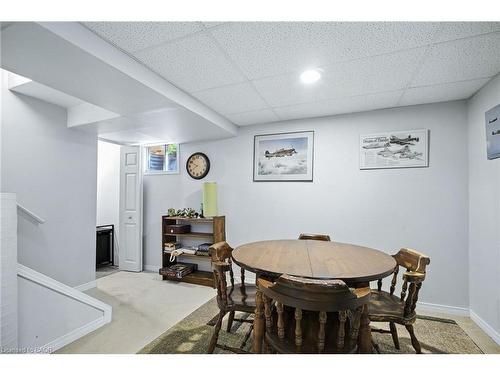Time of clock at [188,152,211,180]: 7:49
